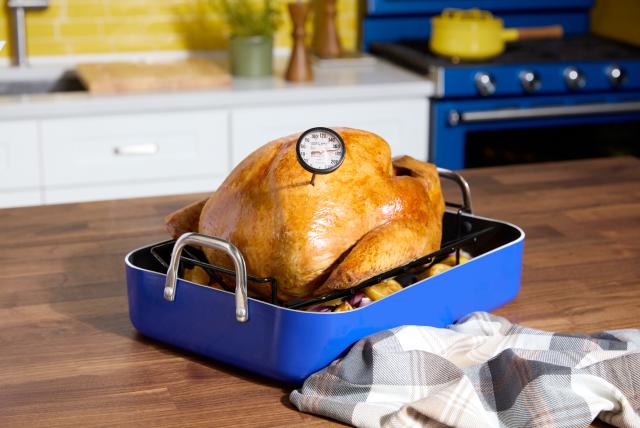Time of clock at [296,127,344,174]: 8:12
